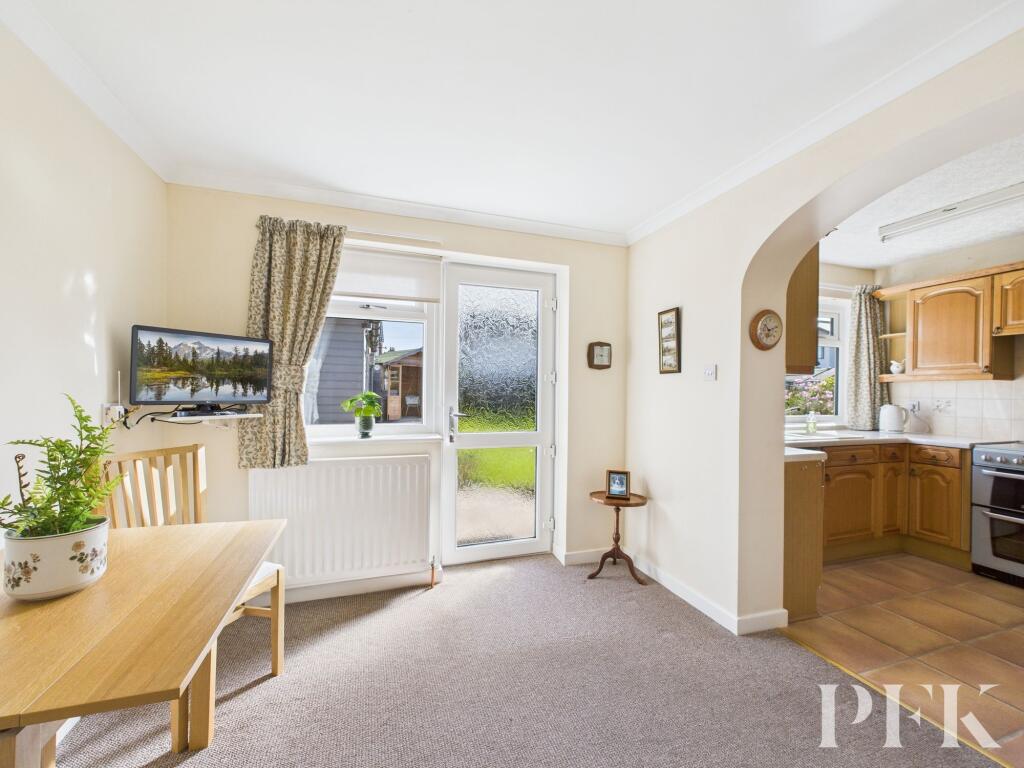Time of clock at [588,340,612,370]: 9:01
